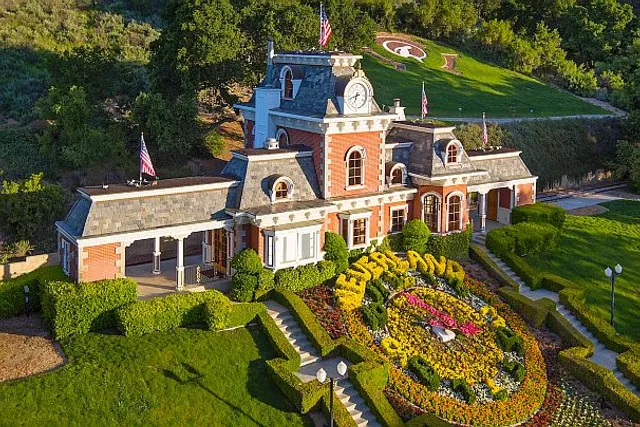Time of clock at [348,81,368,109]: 6:41
